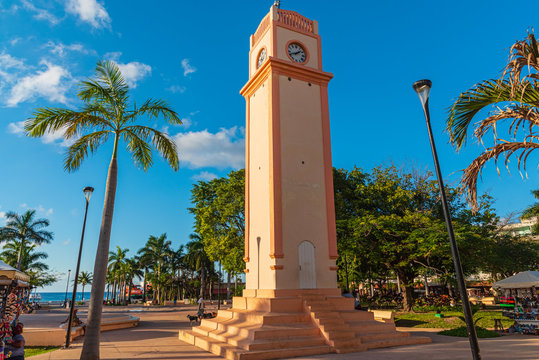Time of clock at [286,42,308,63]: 1:41
